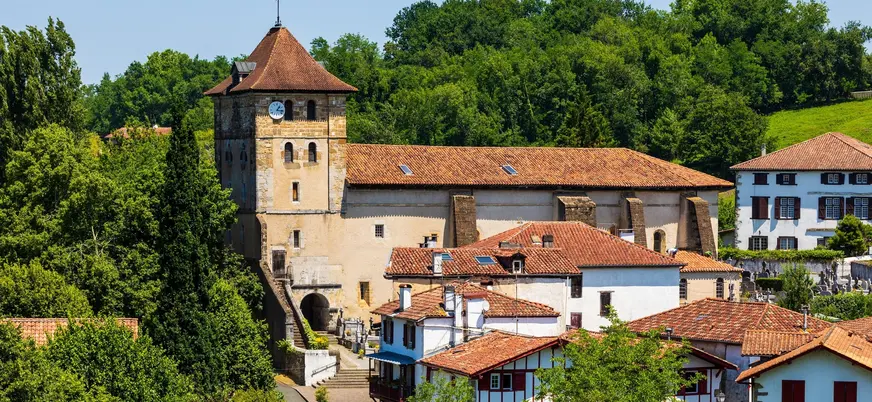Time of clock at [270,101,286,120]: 1:16
